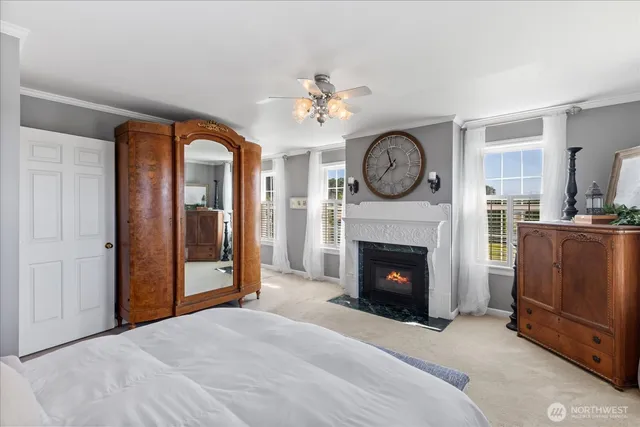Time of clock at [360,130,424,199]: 11:37
